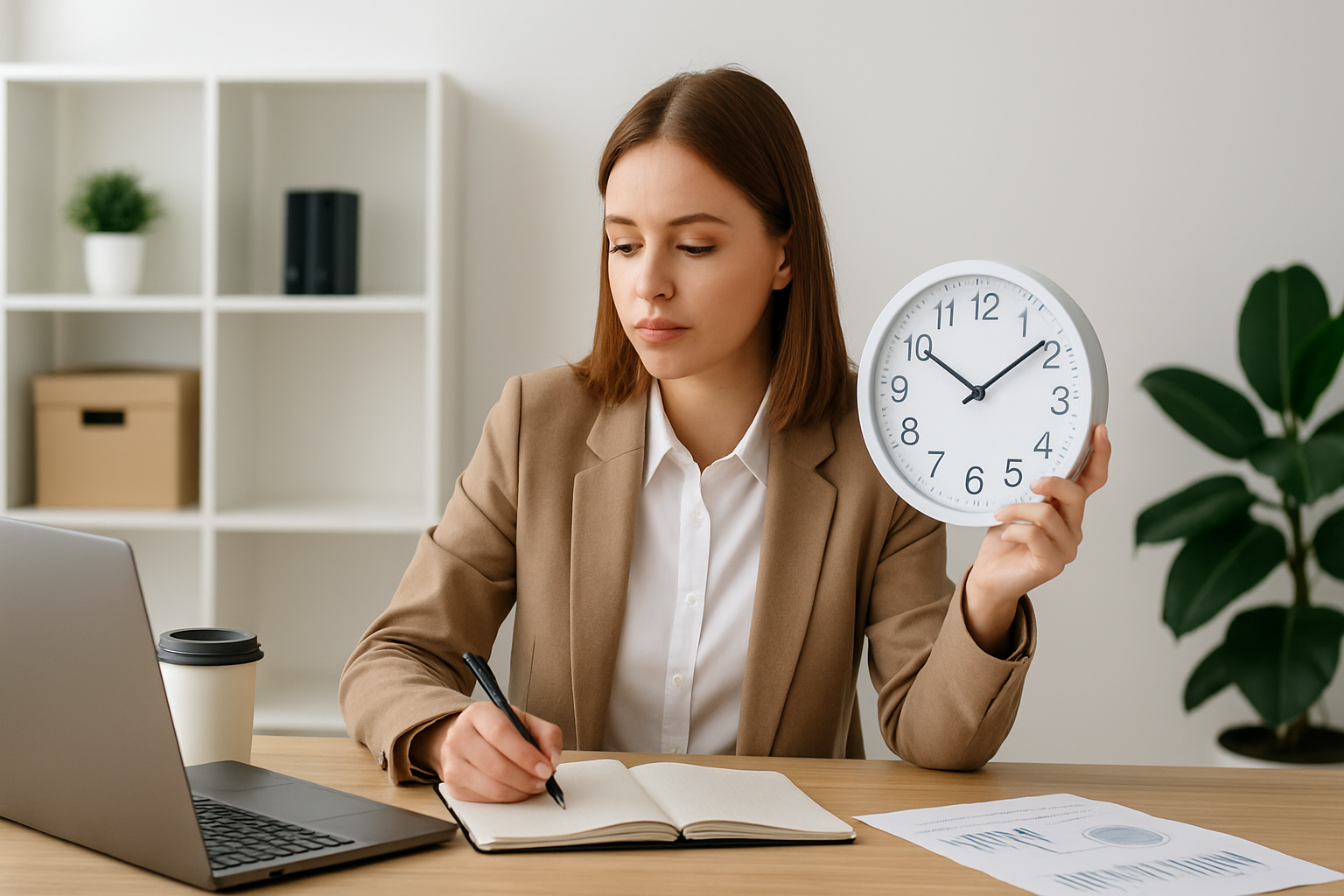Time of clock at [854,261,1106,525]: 10:08
